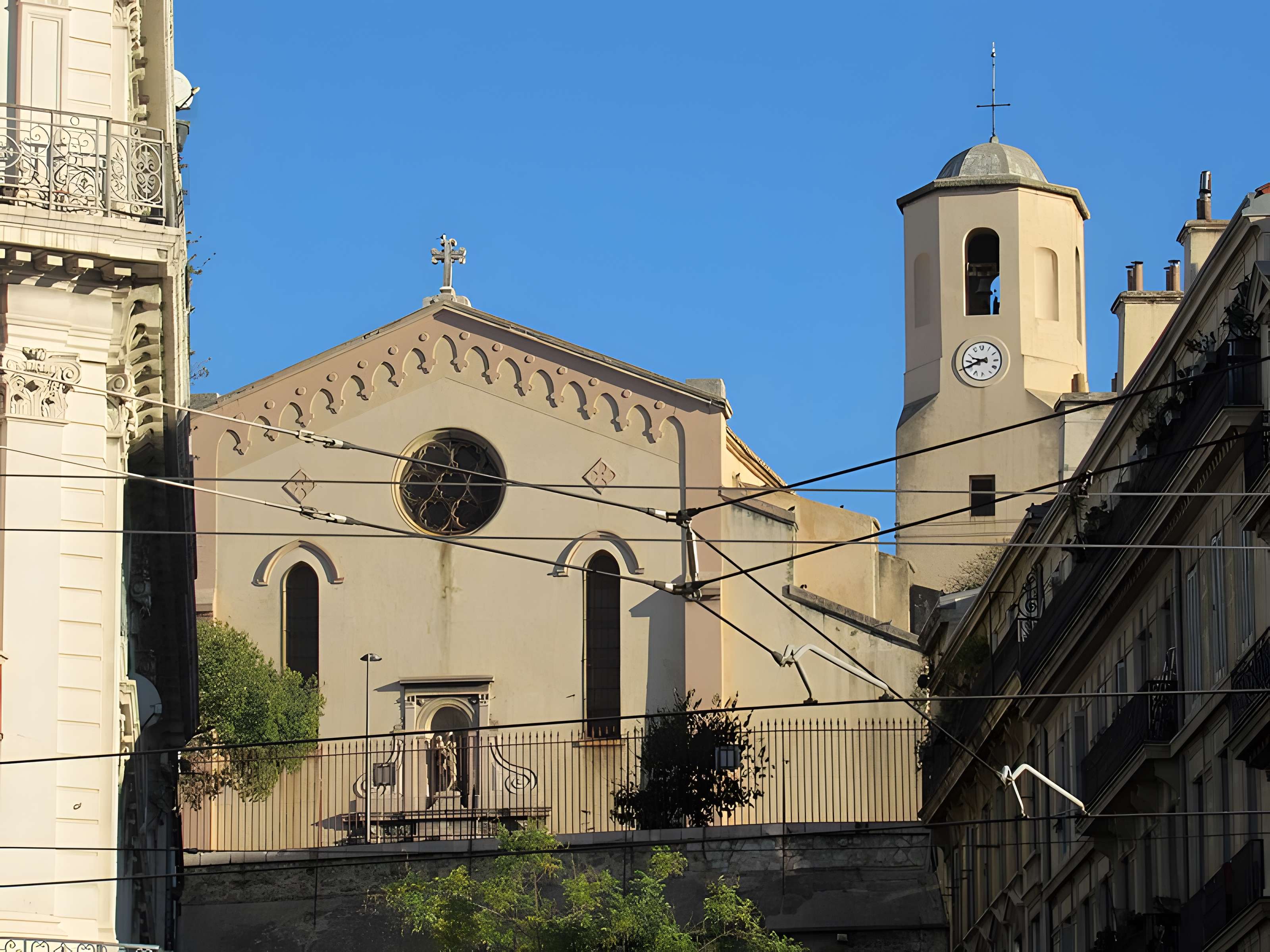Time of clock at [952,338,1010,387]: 9:41
